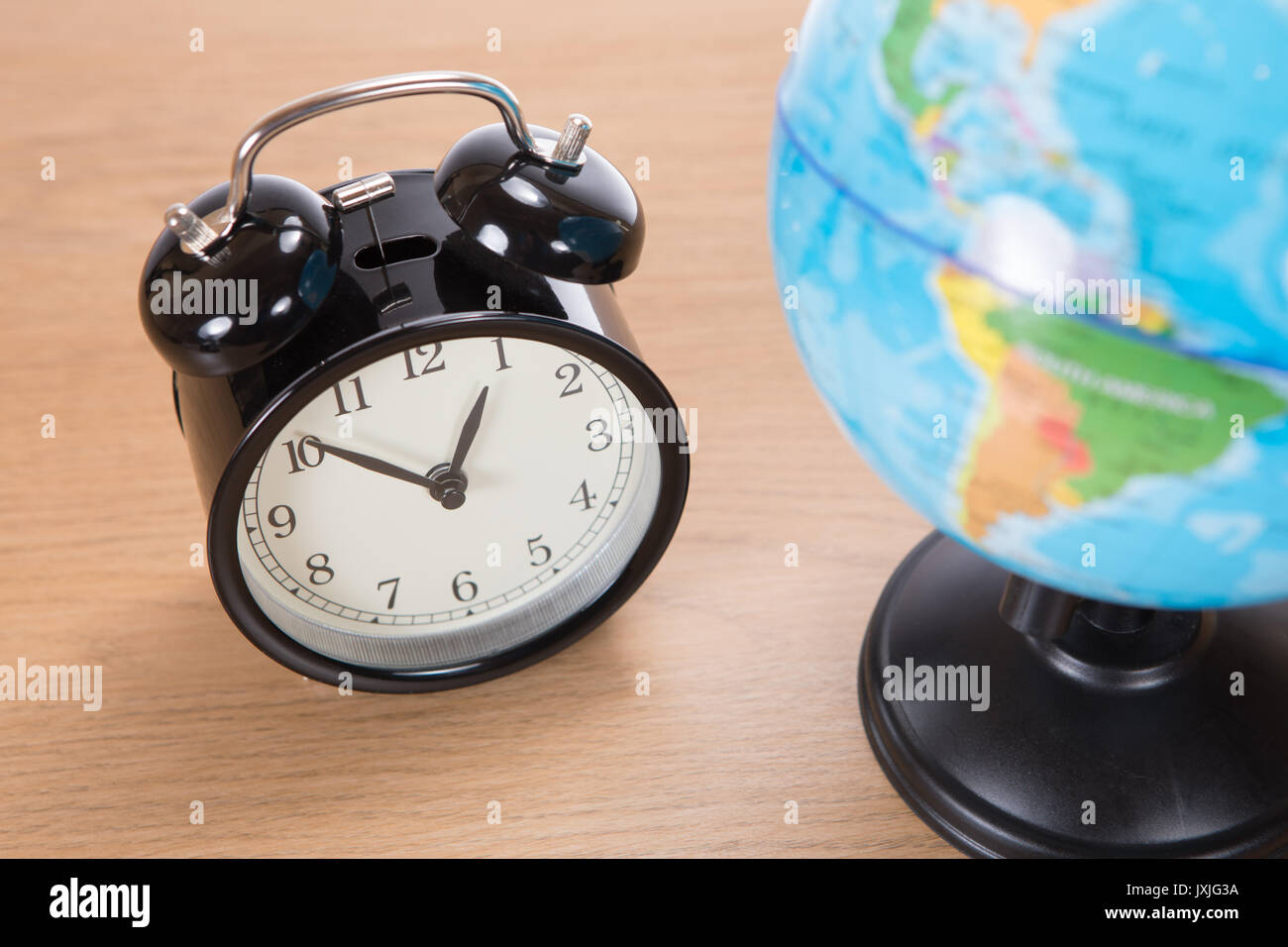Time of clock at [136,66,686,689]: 12:51
